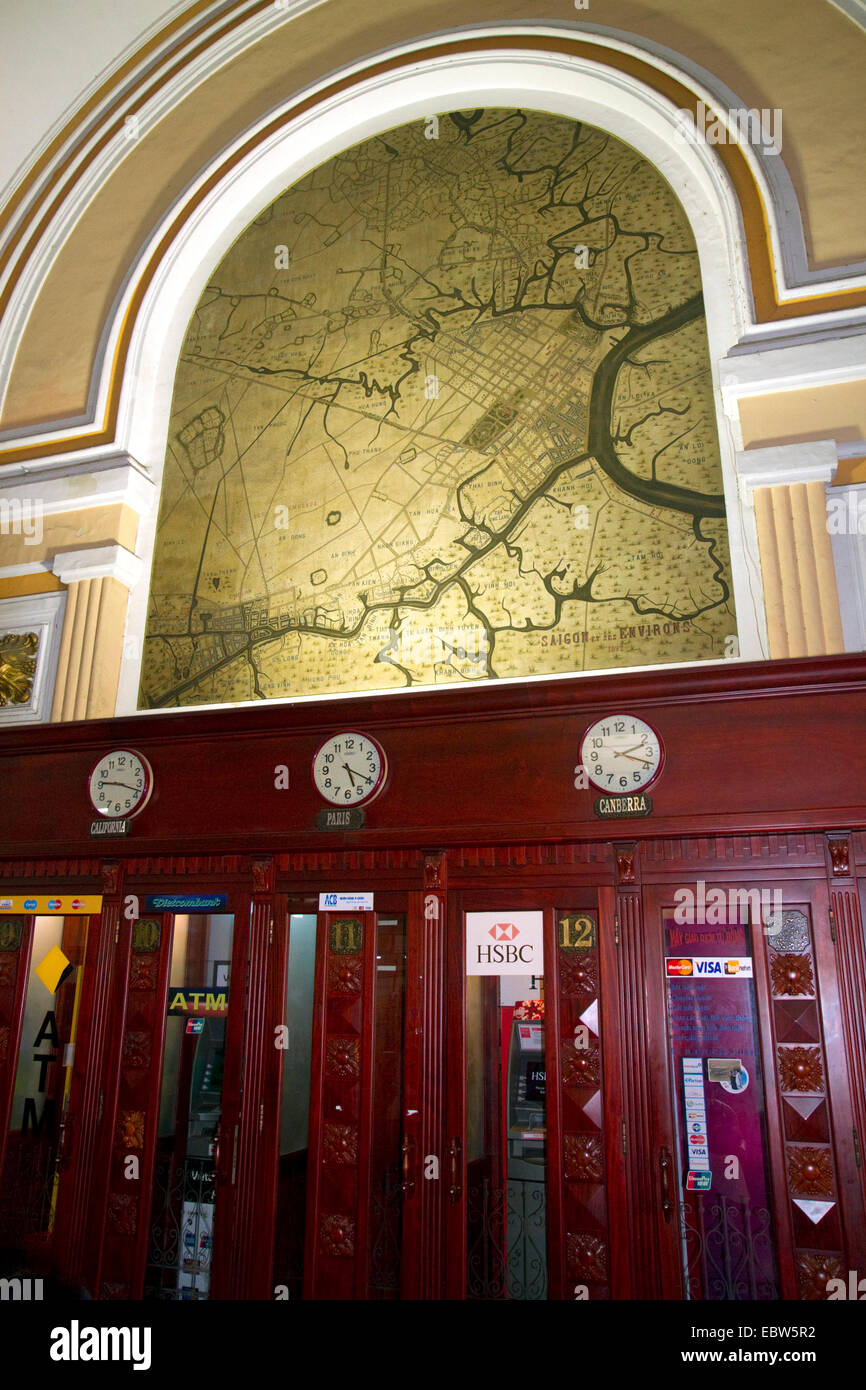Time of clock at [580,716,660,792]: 2:18
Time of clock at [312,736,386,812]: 5:19
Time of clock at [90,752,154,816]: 9:17
